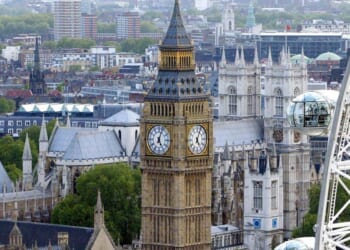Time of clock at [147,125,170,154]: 5:03
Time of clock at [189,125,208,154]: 5:03
